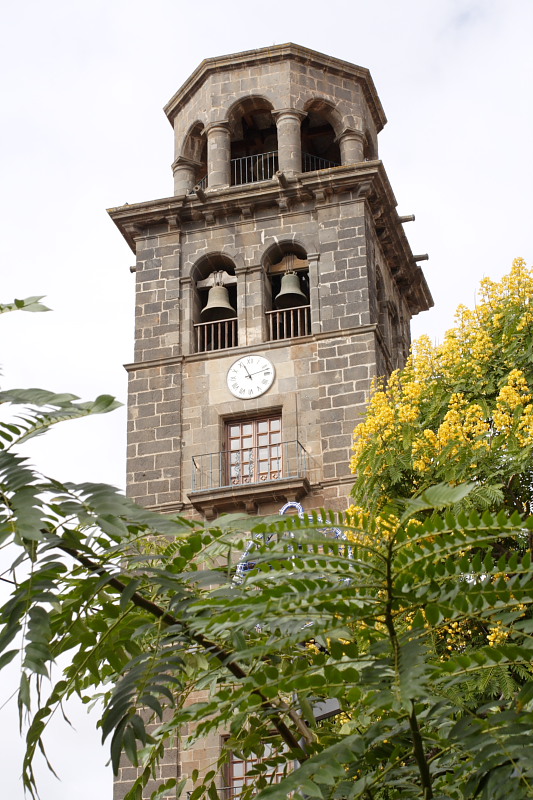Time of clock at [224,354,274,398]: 11:12
